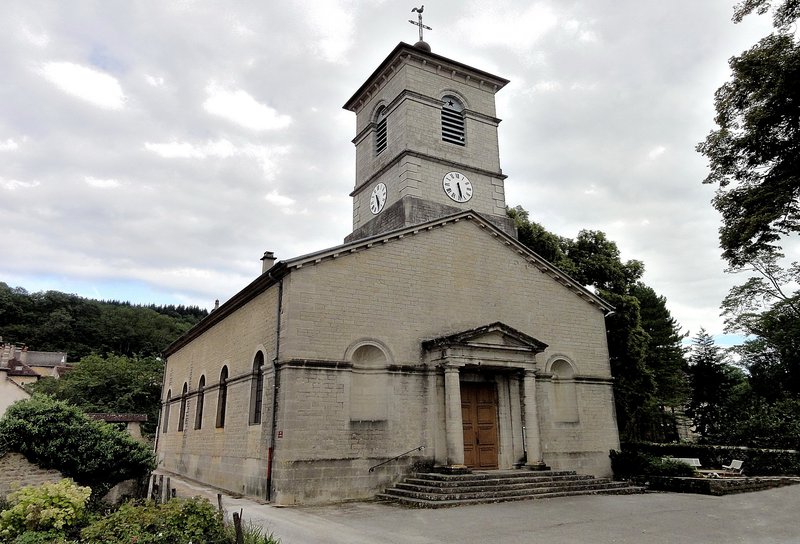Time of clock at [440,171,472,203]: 5:28
